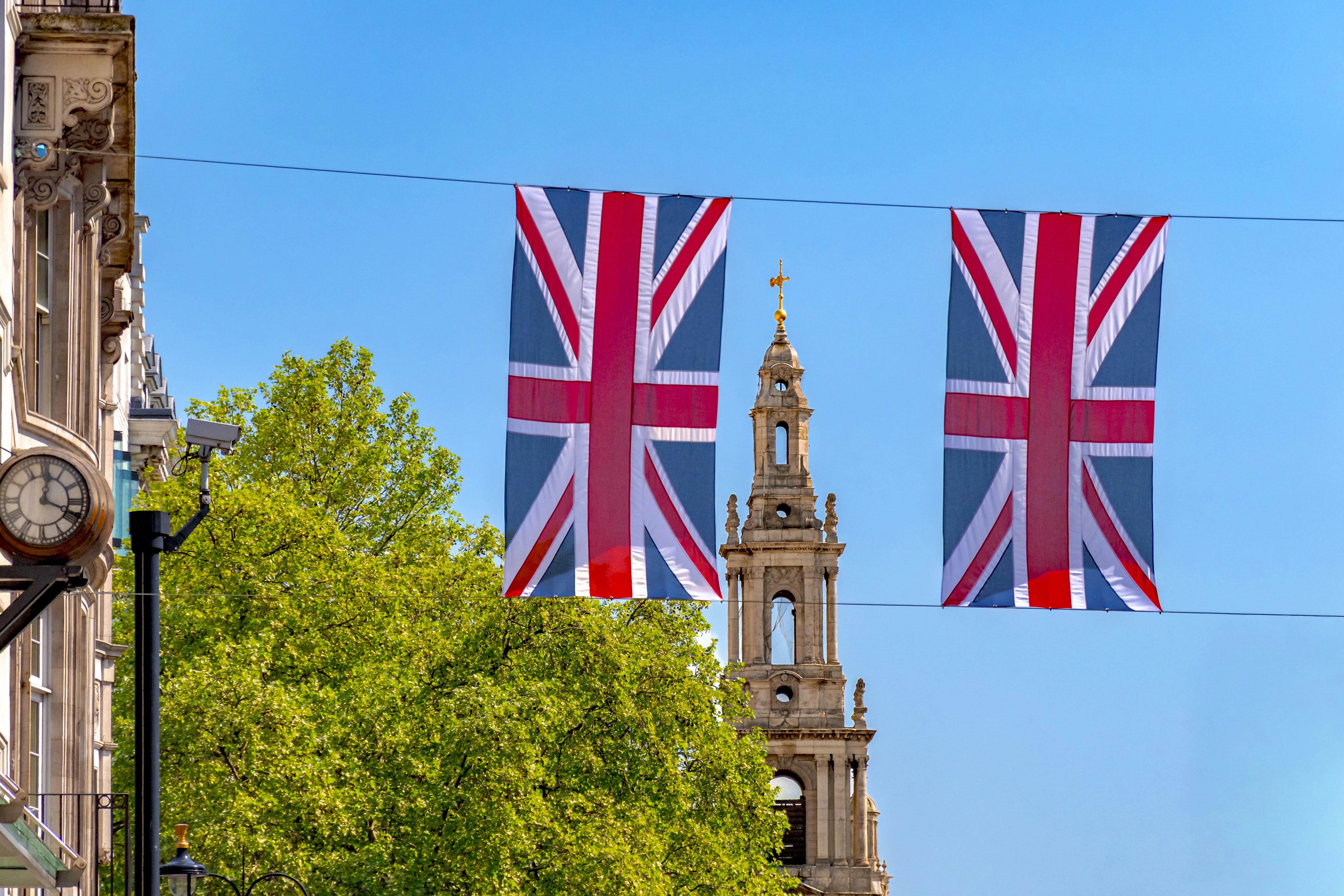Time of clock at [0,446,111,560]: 12:18
